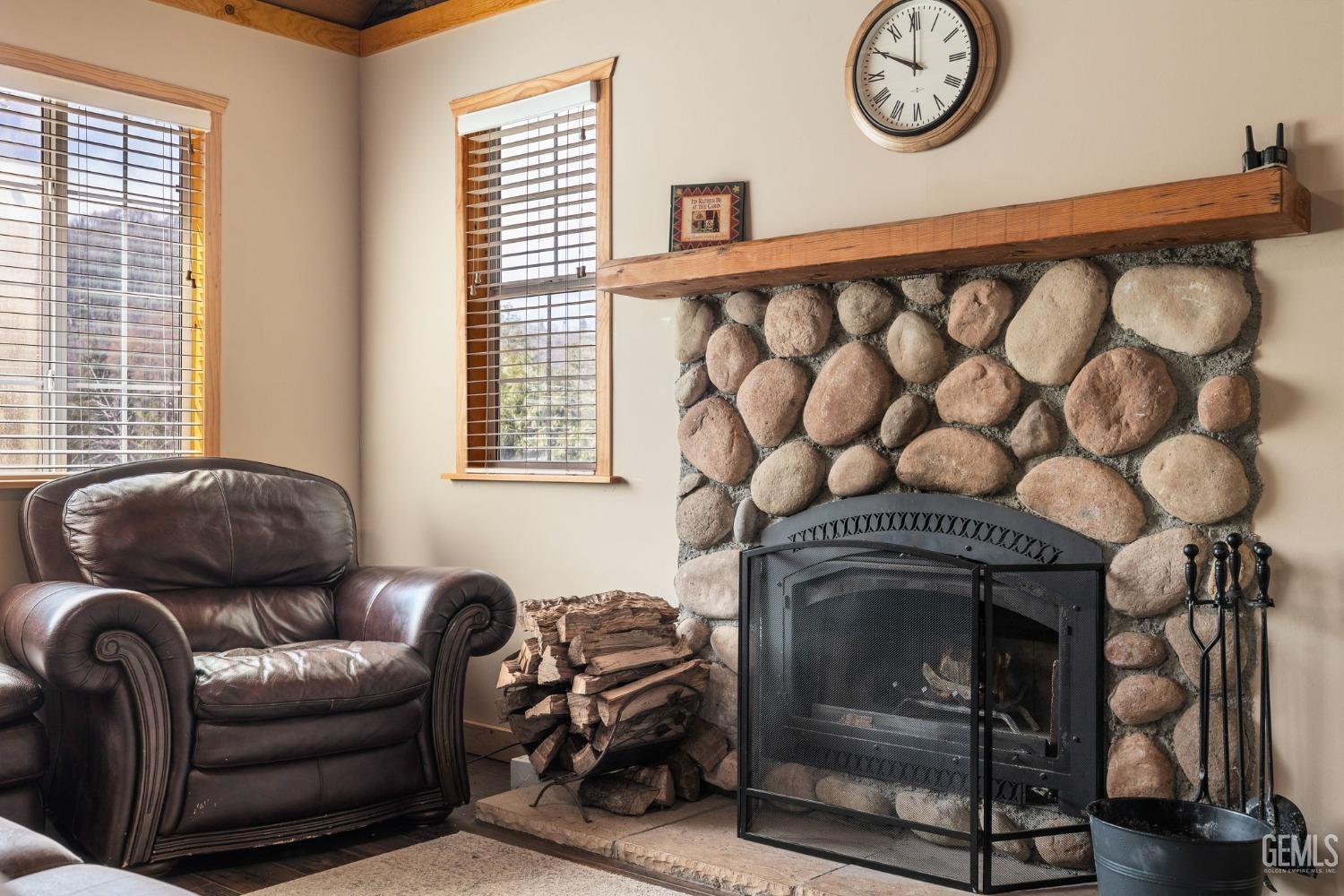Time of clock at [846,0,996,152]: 10:00
